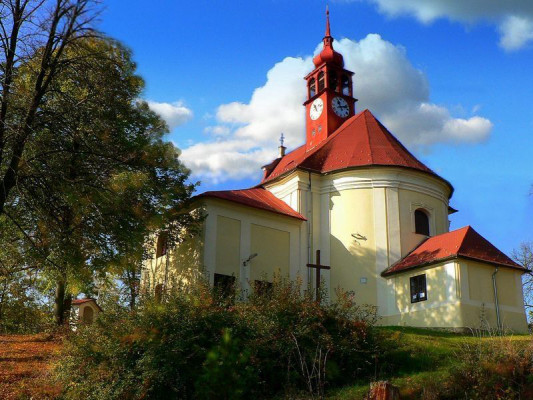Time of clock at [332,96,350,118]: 11:12
